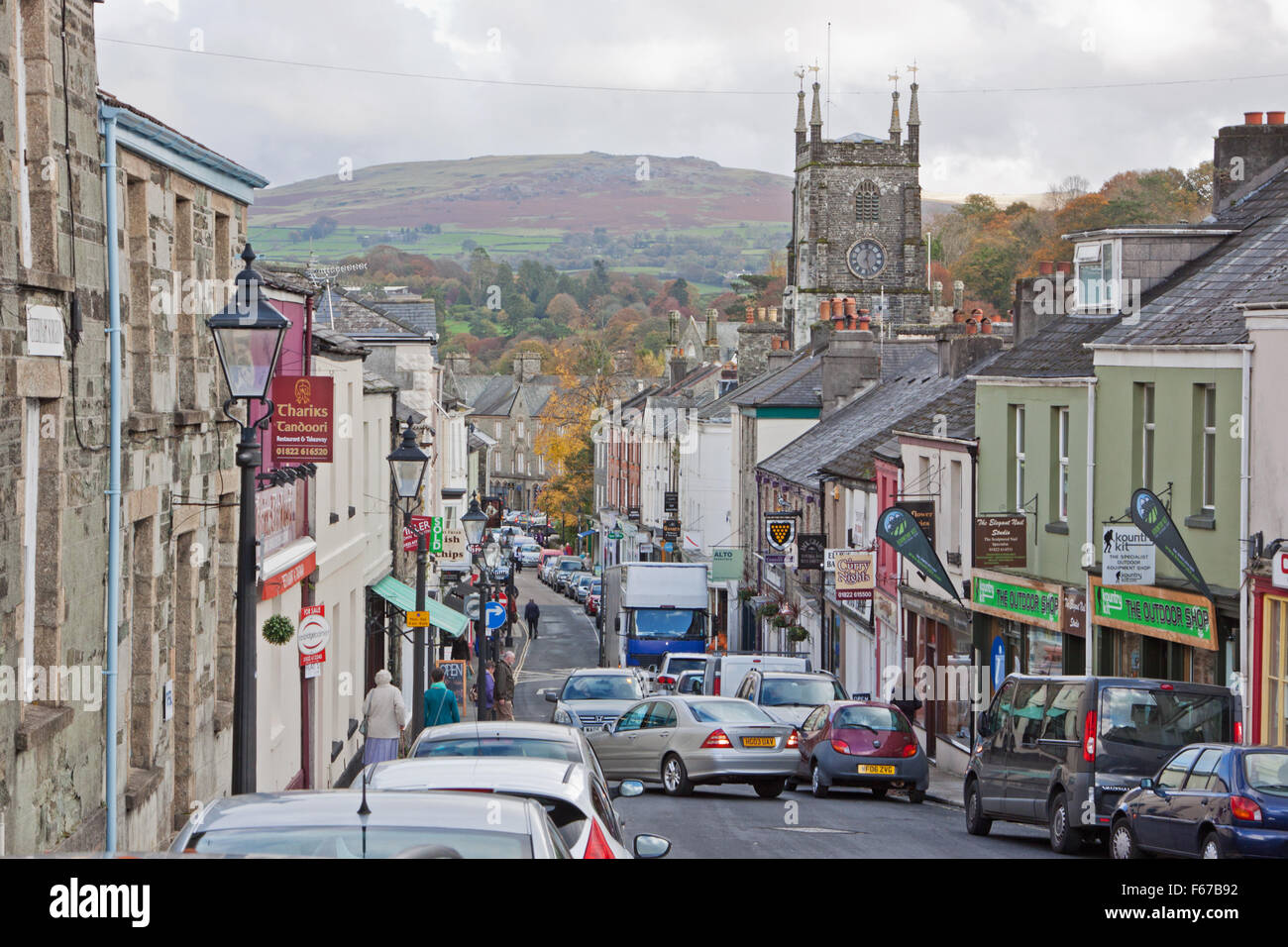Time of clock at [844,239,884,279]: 12:26
